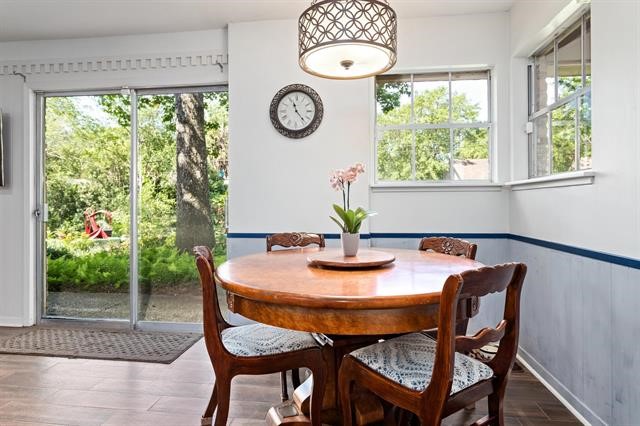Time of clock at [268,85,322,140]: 11:22
